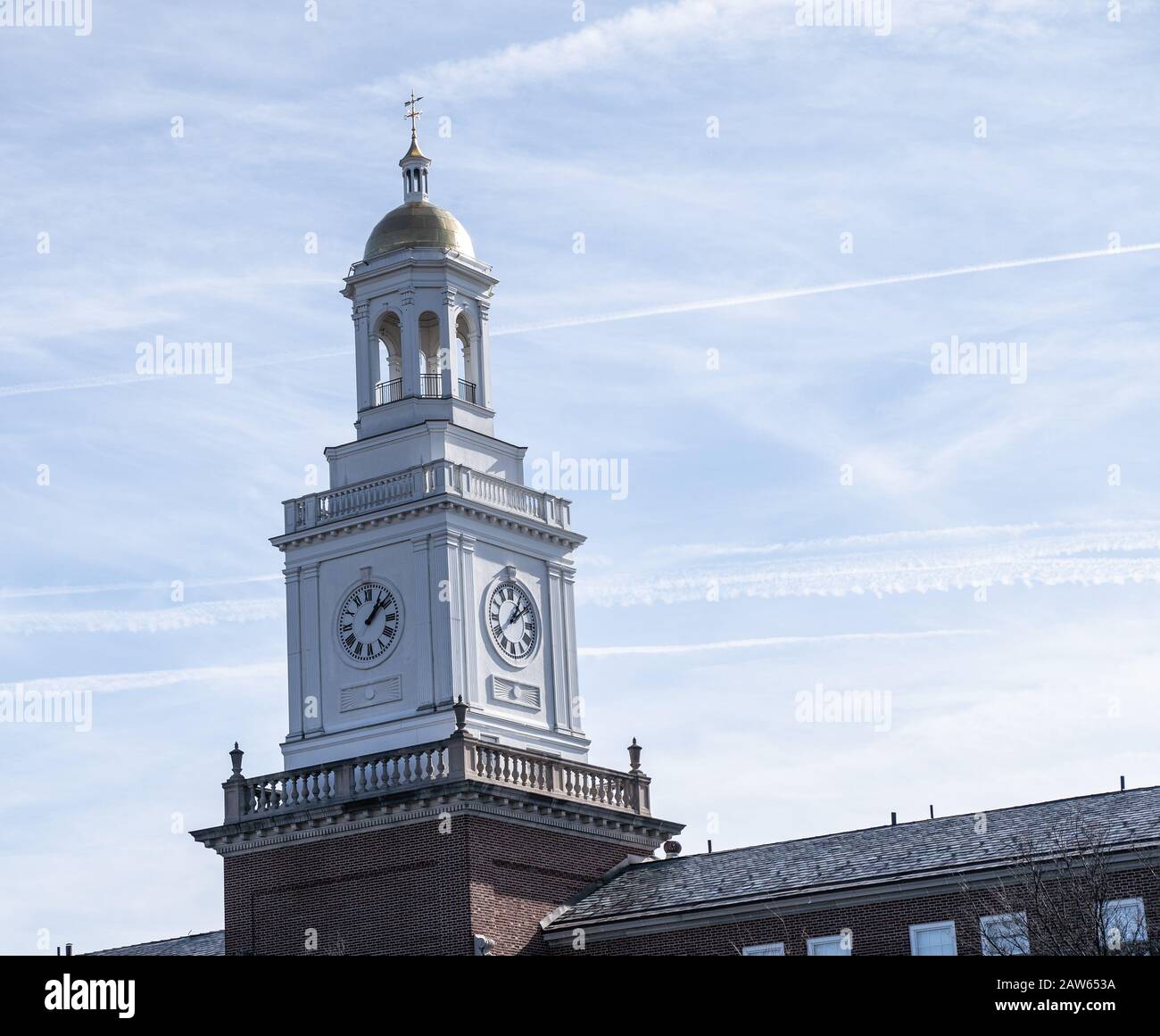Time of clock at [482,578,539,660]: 1:09
